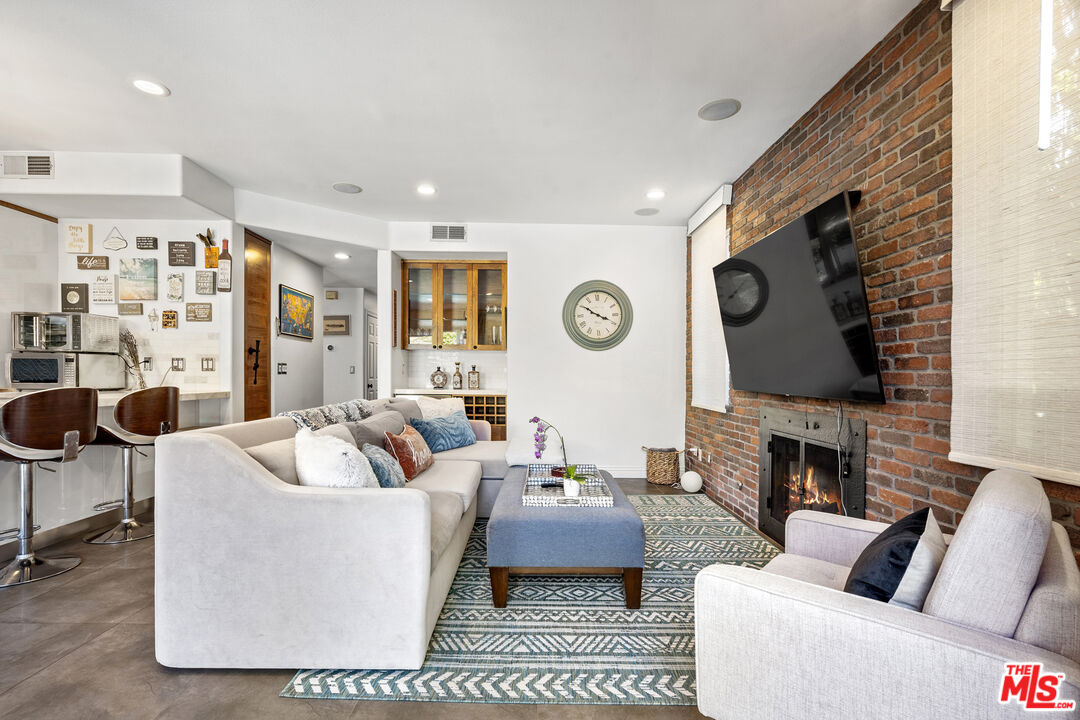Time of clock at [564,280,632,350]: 3:50
